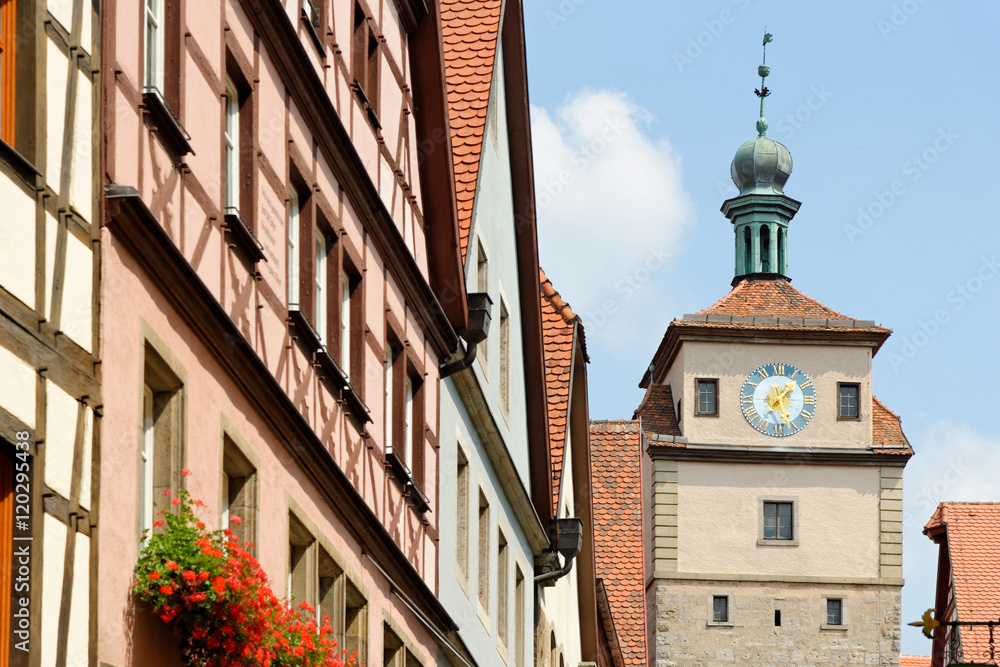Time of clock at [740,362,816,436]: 1:26
